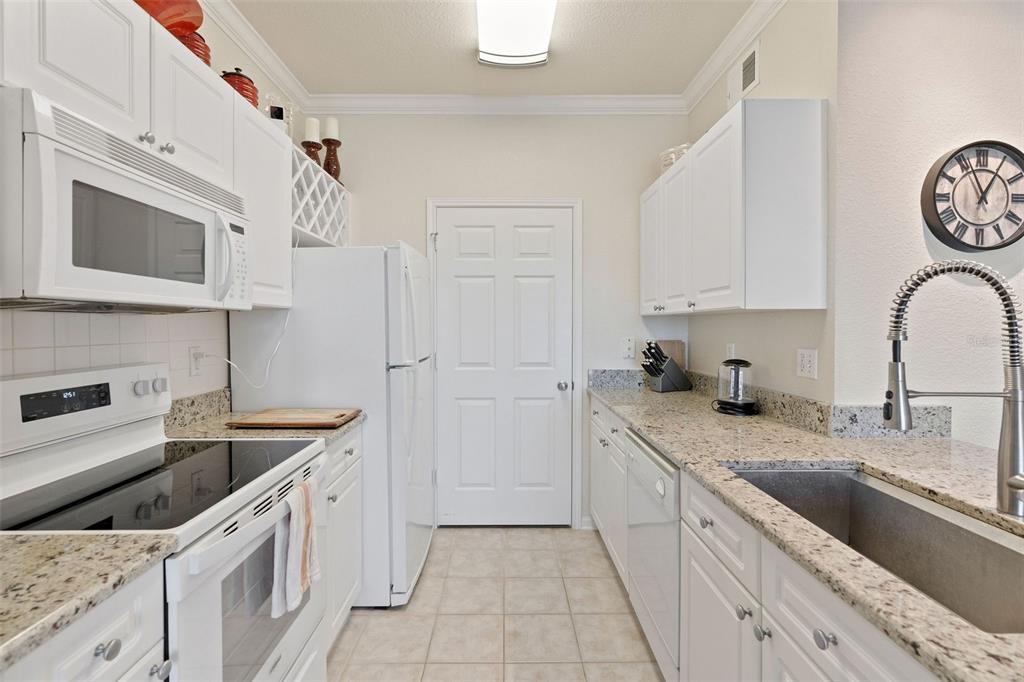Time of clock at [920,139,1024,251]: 12:56
